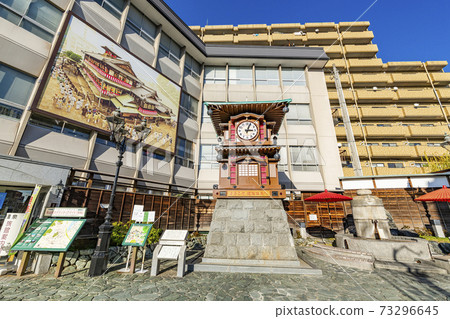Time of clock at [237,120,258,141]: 3:03
